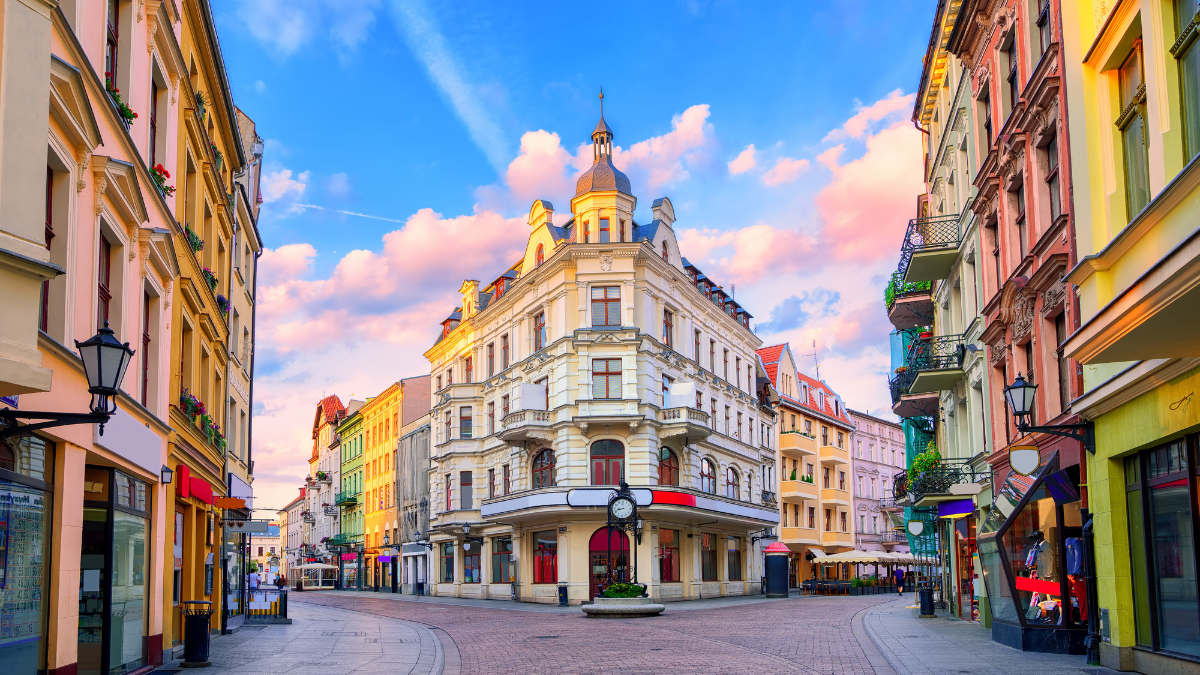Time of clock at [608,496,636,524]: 8:42
